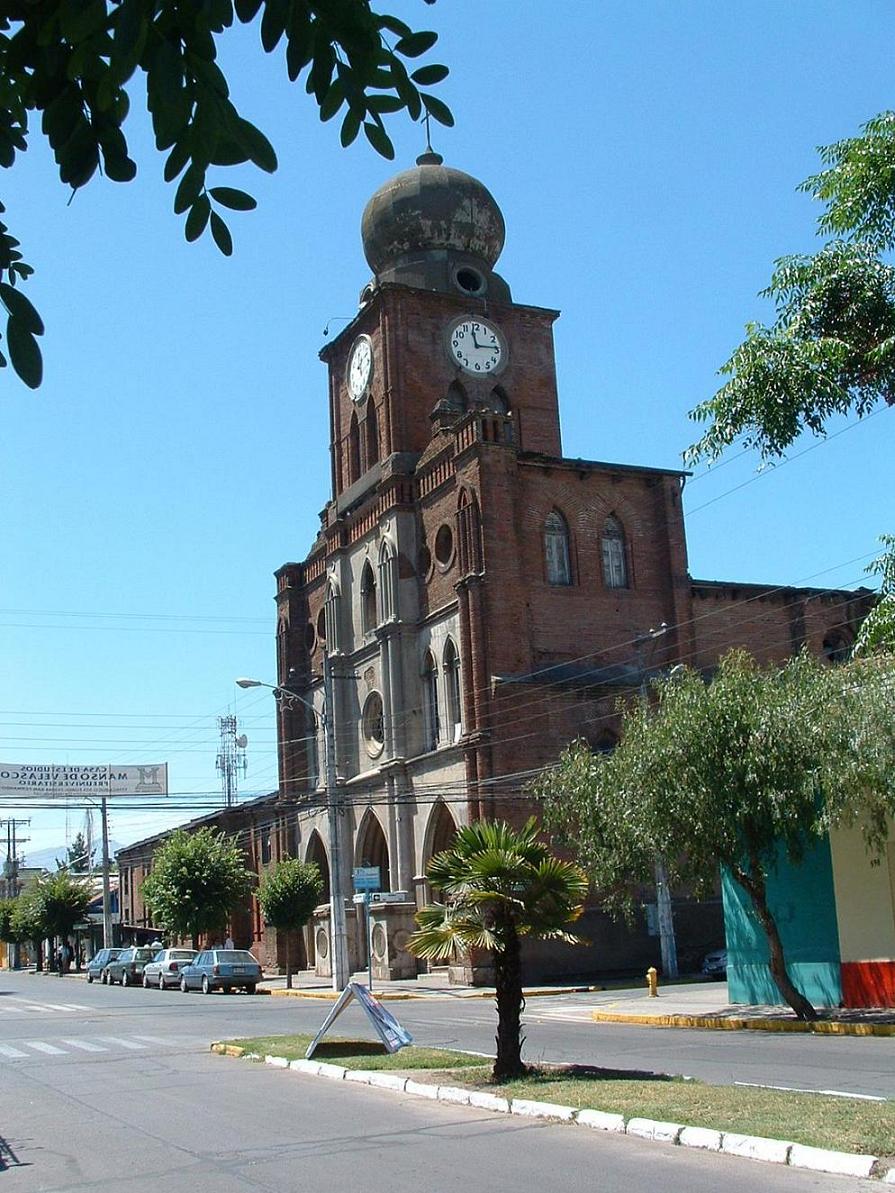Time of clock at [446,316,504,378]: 2:58
